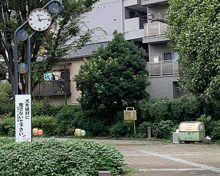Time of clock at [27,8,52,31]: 11:13
